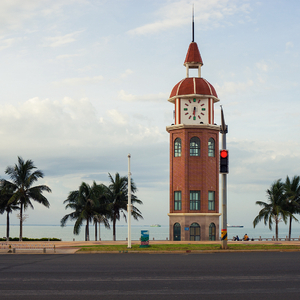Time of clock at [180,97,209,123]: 6:30
